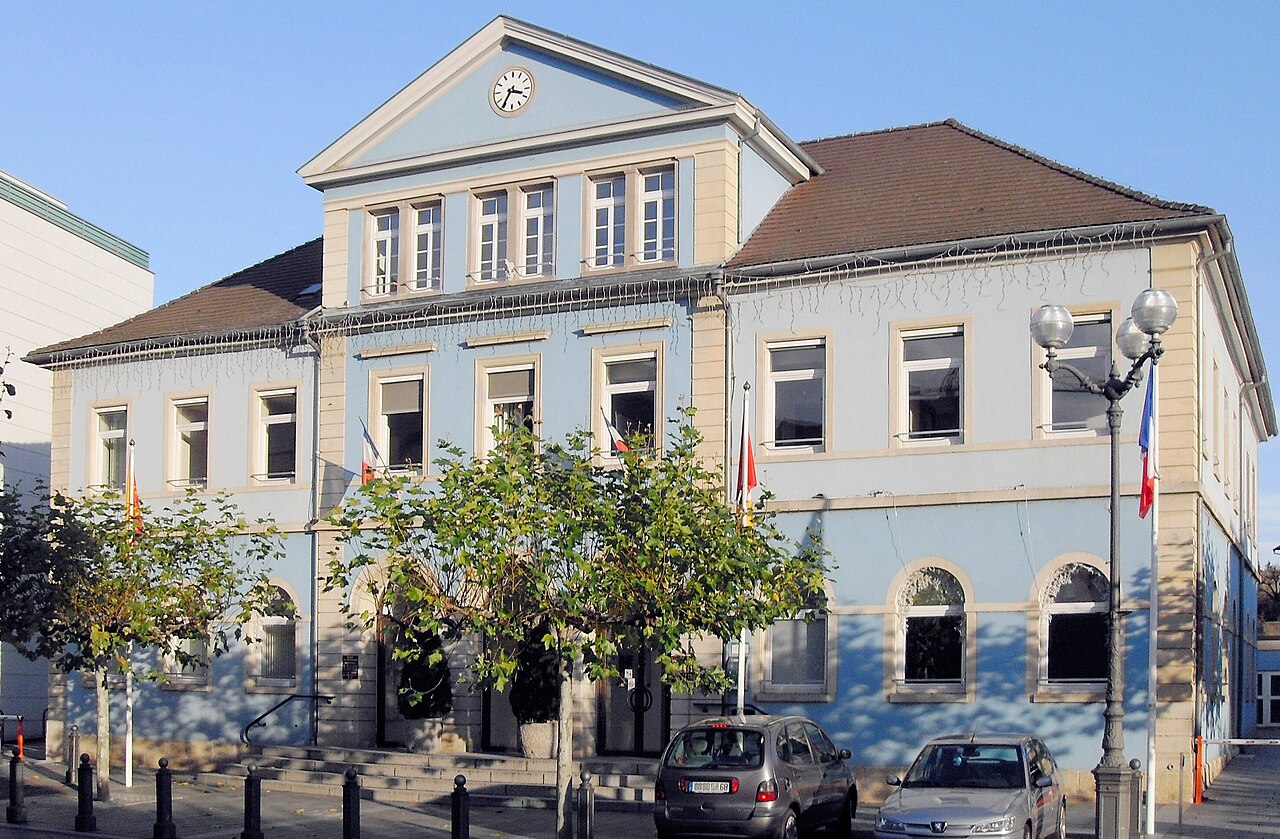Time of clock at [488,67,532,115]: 3:35
